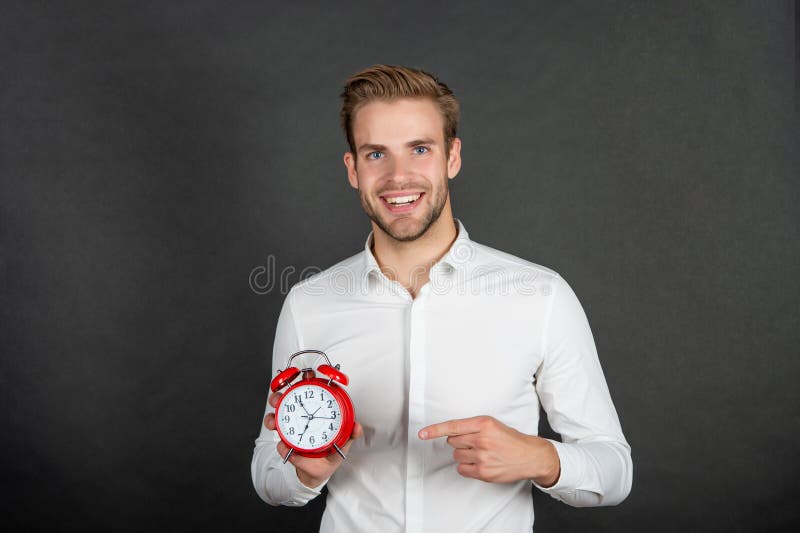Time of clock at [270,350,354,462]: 6:55
